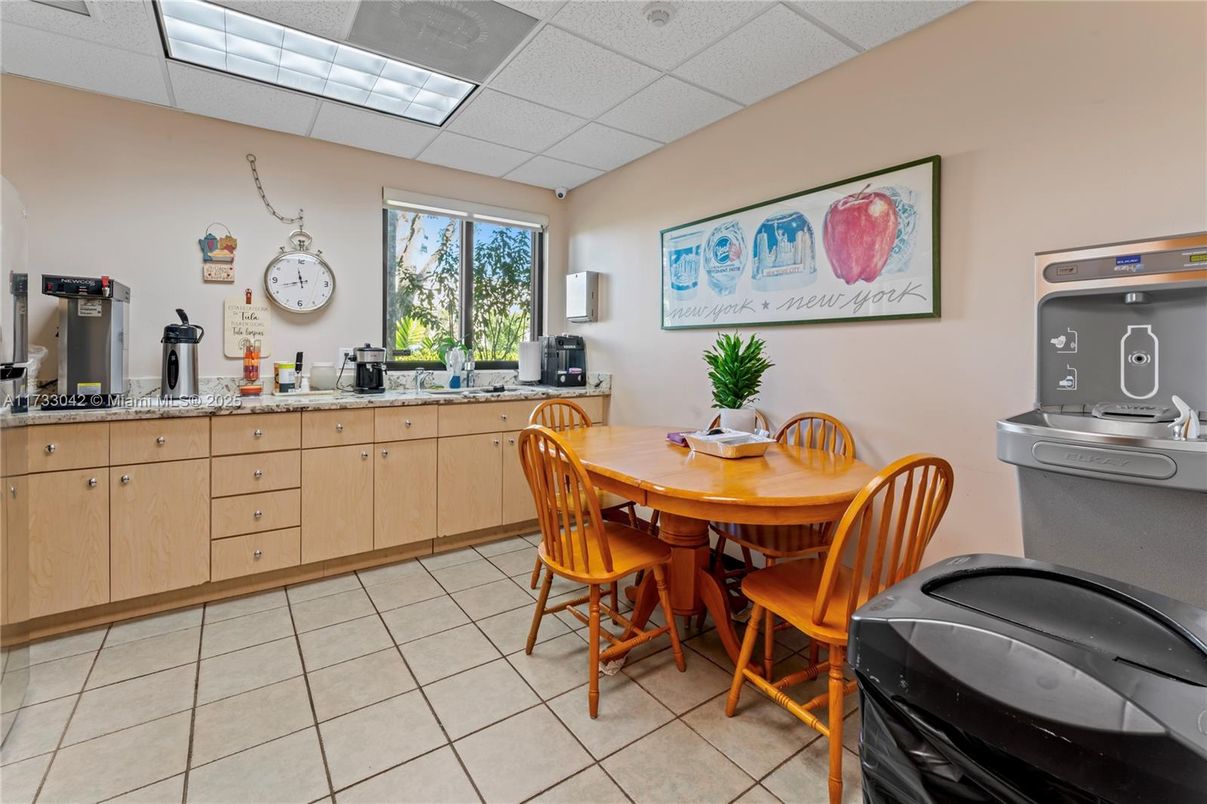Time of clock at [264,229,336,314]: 11:42
